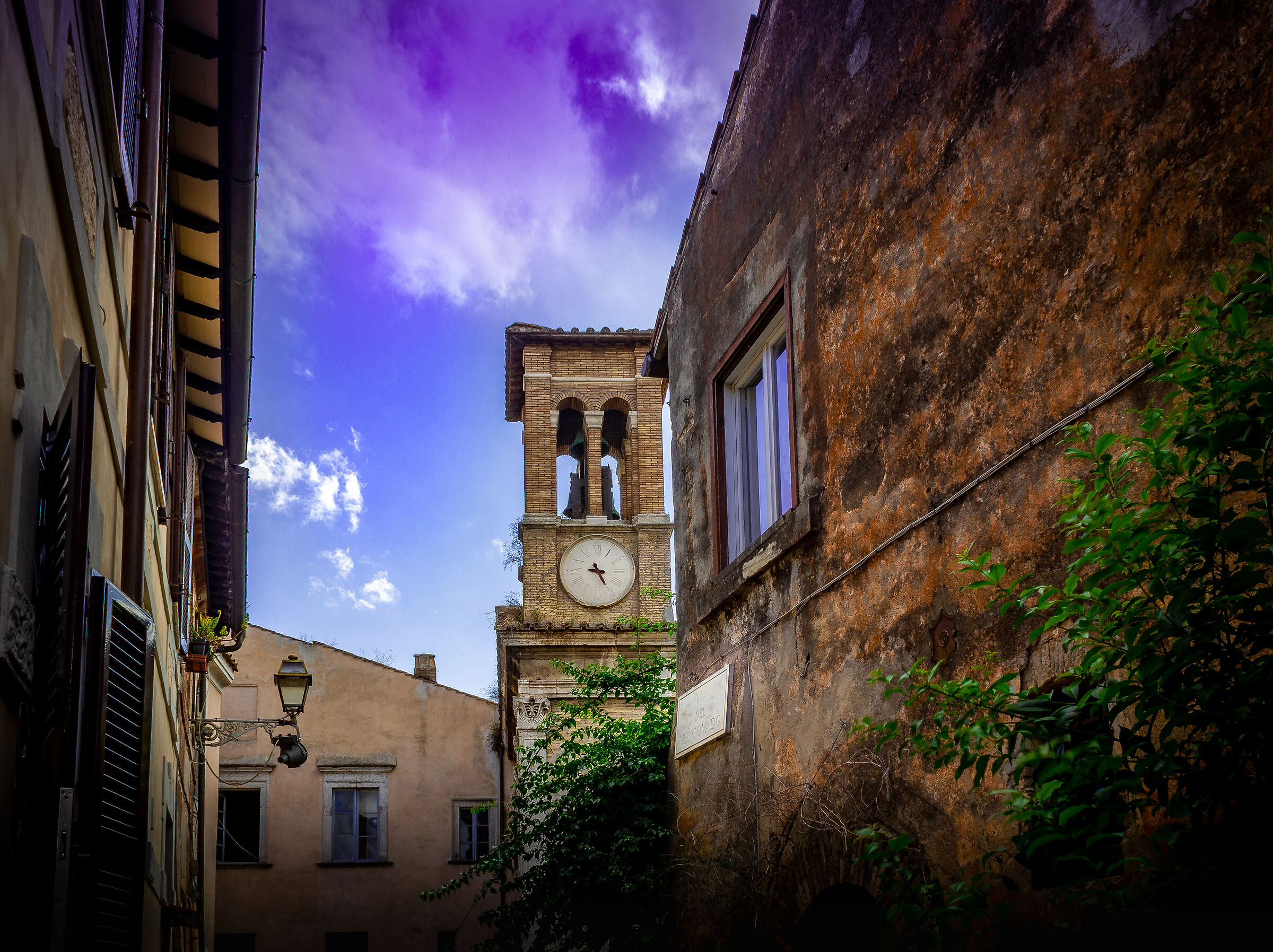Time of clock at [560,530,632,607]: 9:25
